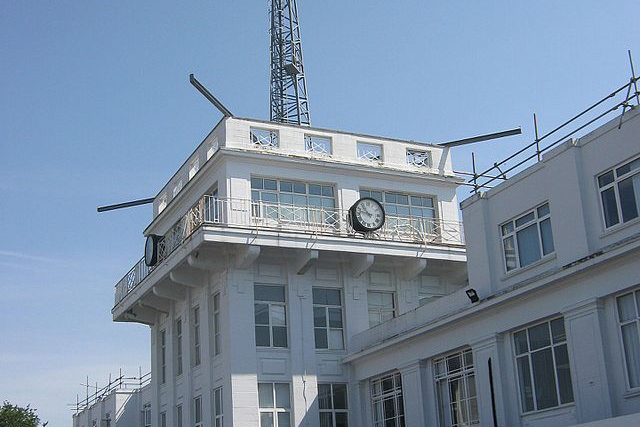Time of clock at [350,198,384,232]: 10:47
